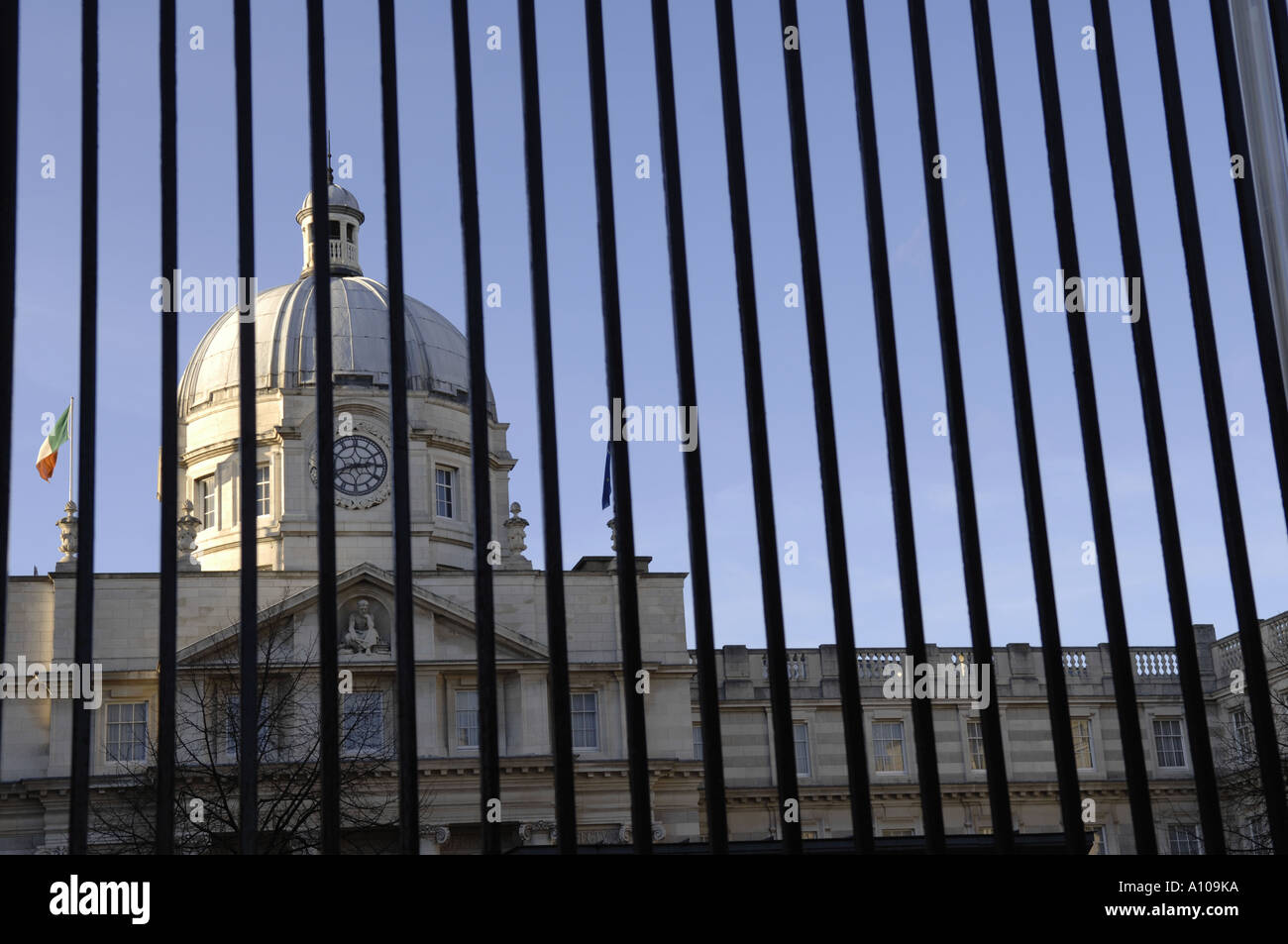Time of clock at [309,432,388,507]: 2:42
